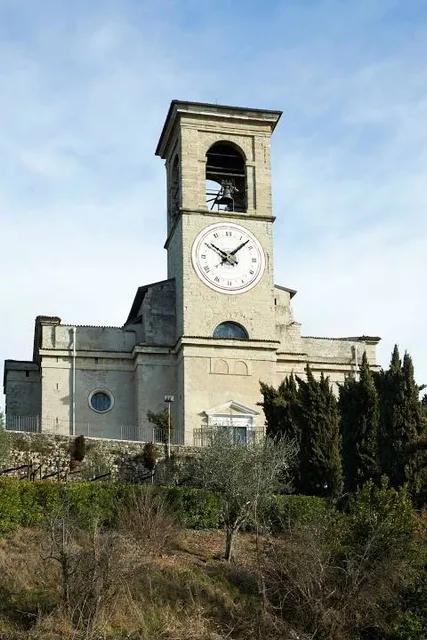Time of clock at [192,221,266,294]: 10:07
